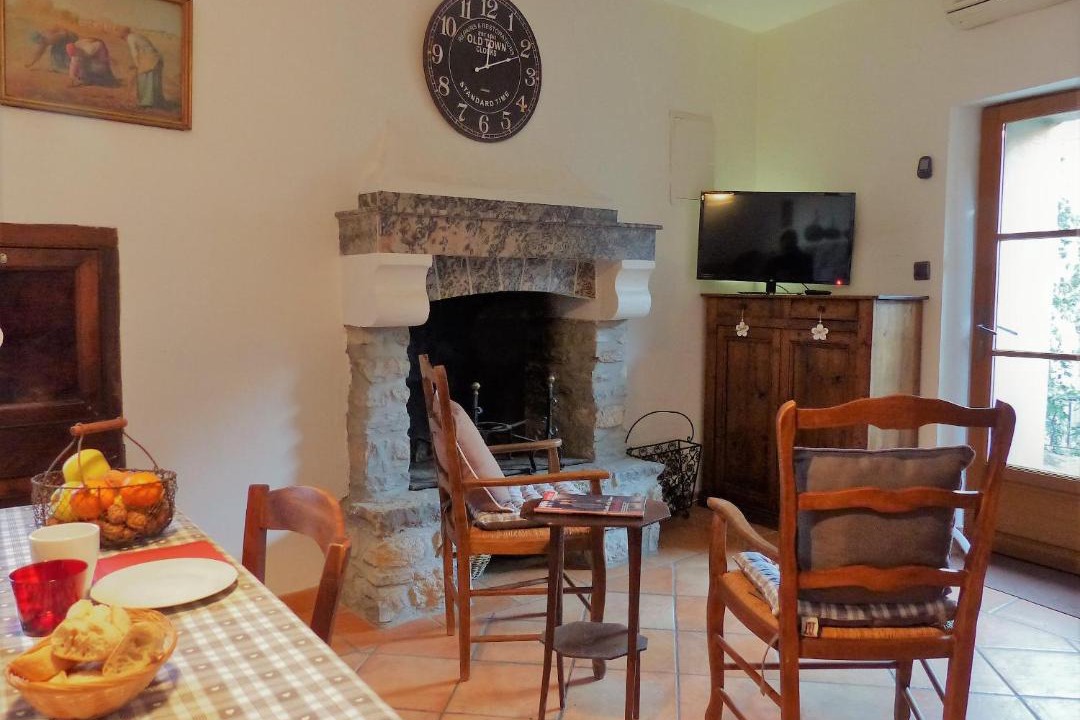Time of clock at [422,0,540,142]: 12:10
